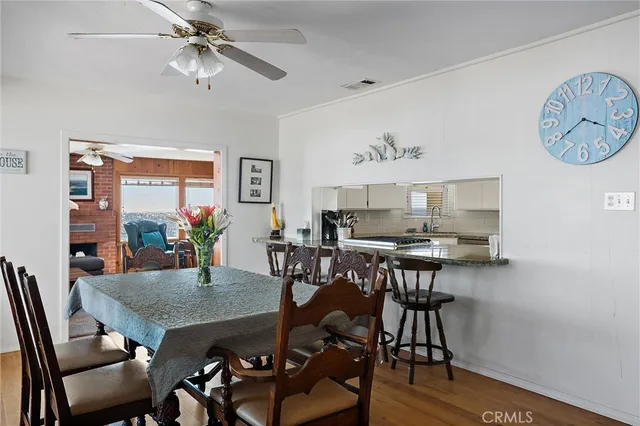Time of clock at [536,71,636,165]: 3:39
